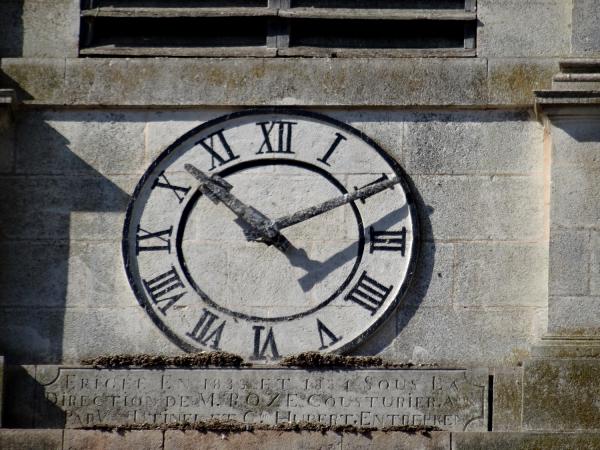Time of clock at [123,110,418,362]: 4:10
